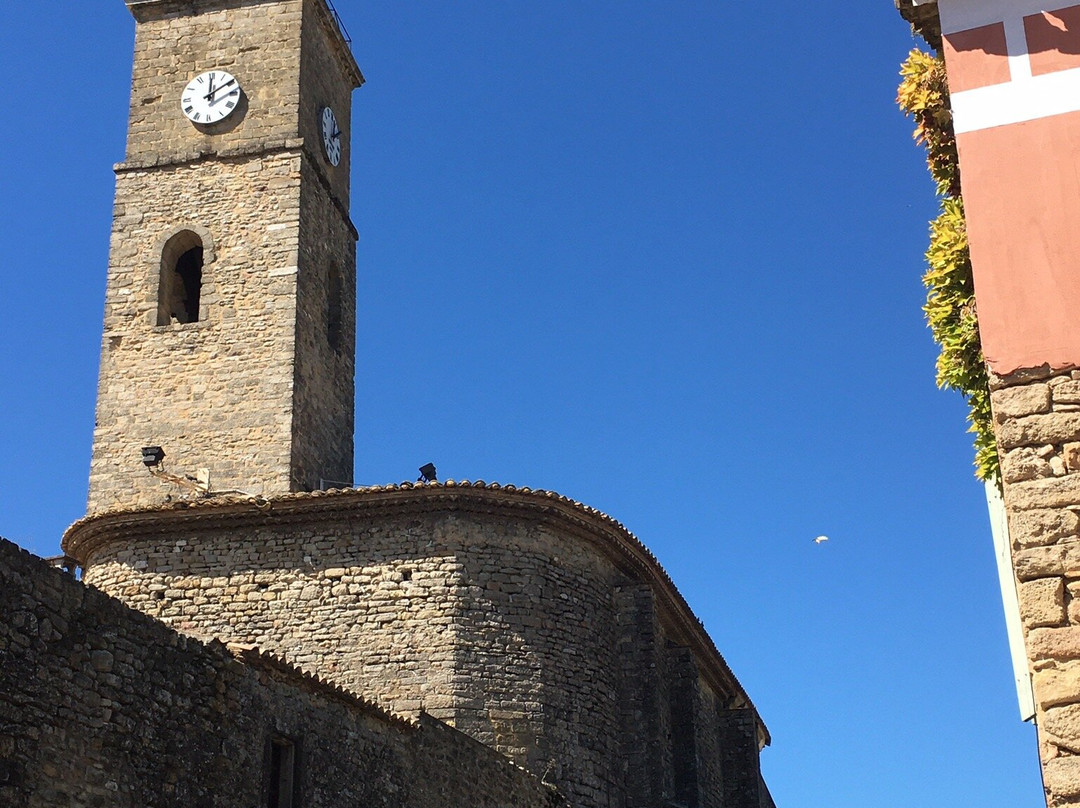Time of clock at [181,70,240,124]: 12:09
